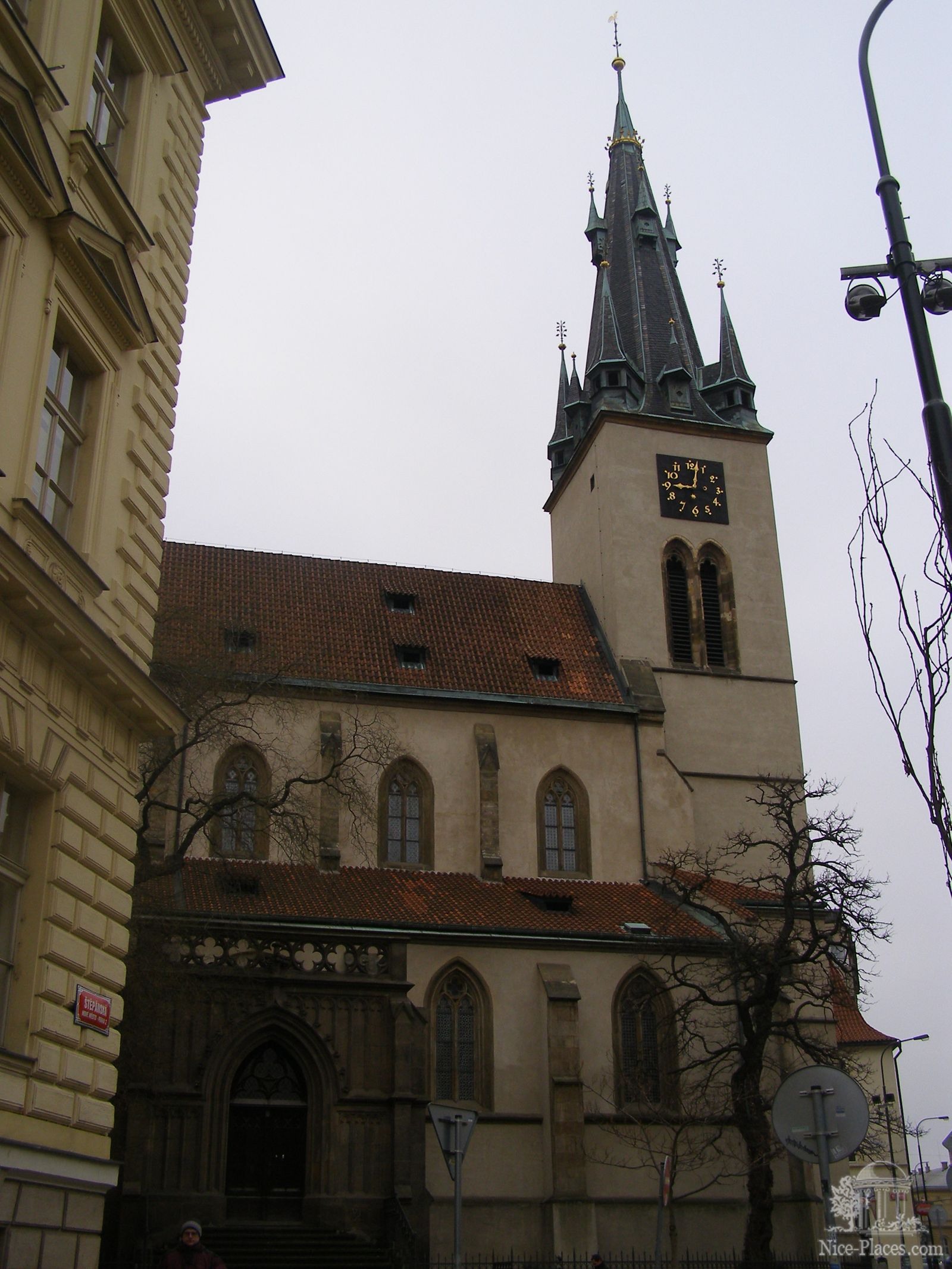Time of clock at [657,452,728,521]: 9:02
